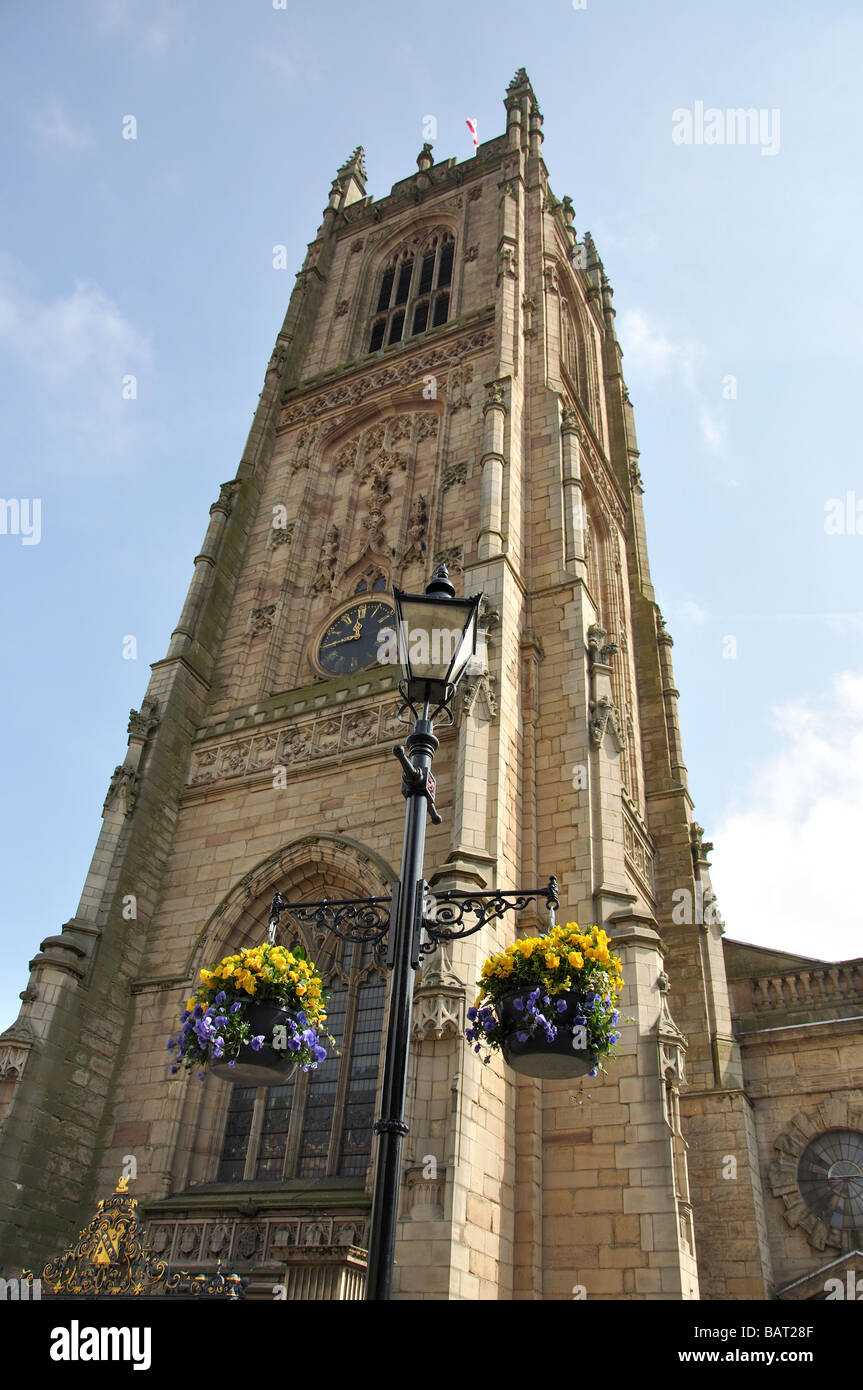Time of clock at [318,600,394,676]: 11:43
